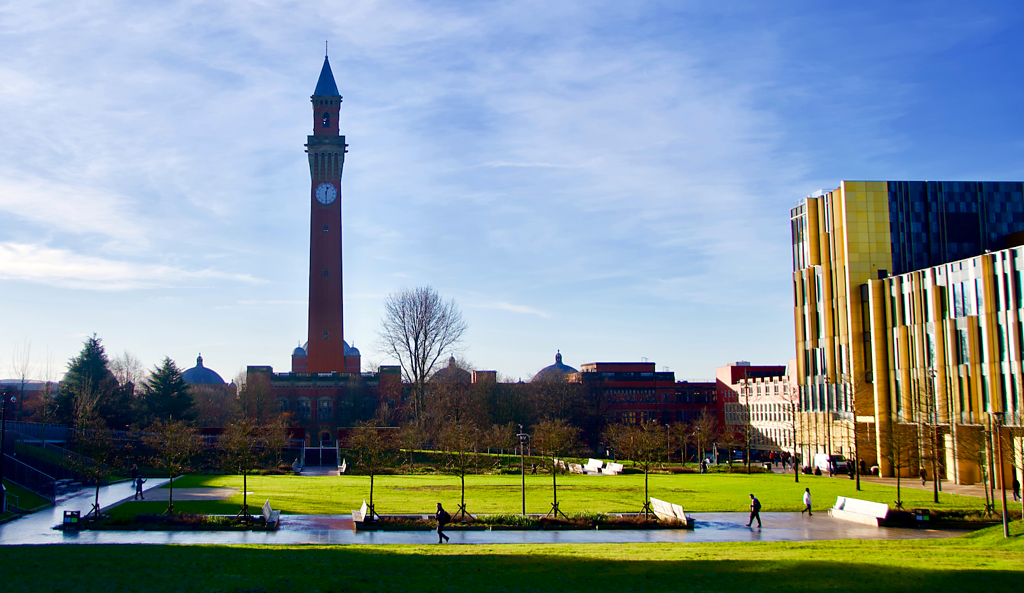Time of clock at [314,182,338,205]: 12:29
